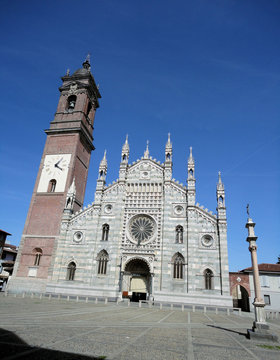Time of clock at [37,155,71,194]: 1:18
